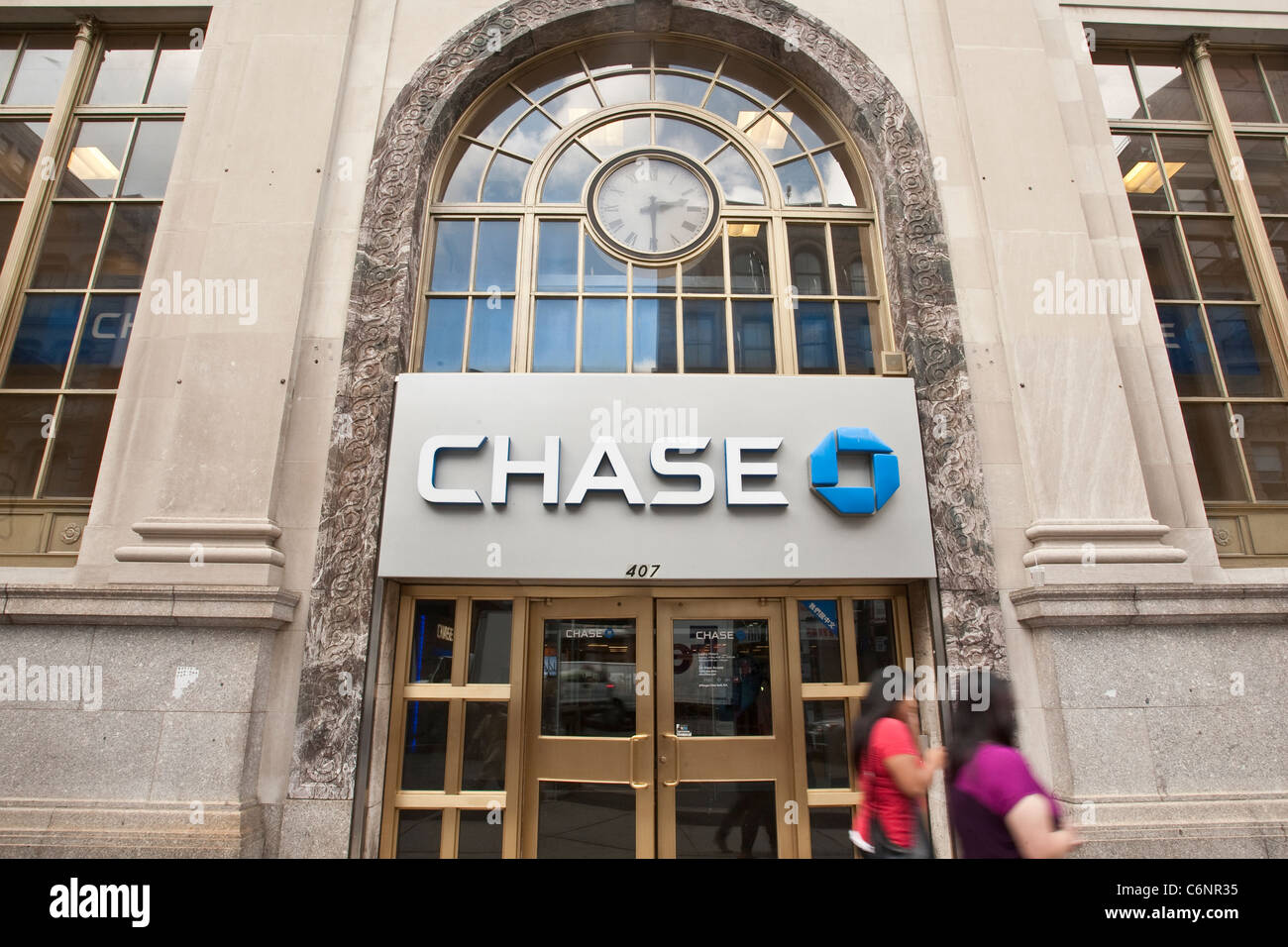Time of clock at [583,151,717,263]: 2:29
